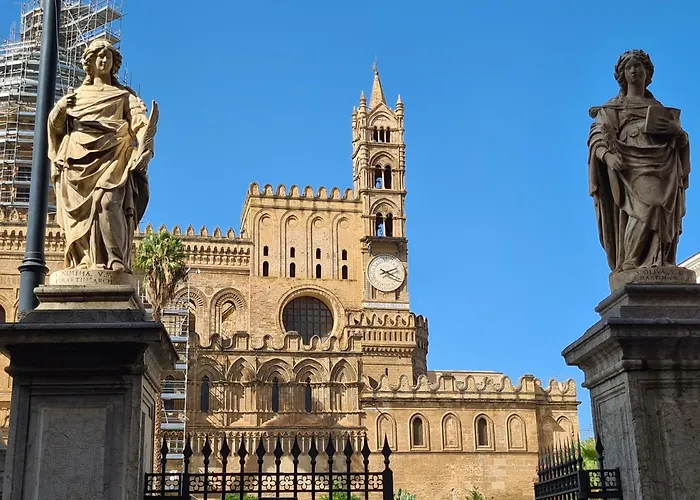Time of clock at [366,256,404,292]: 2:19
